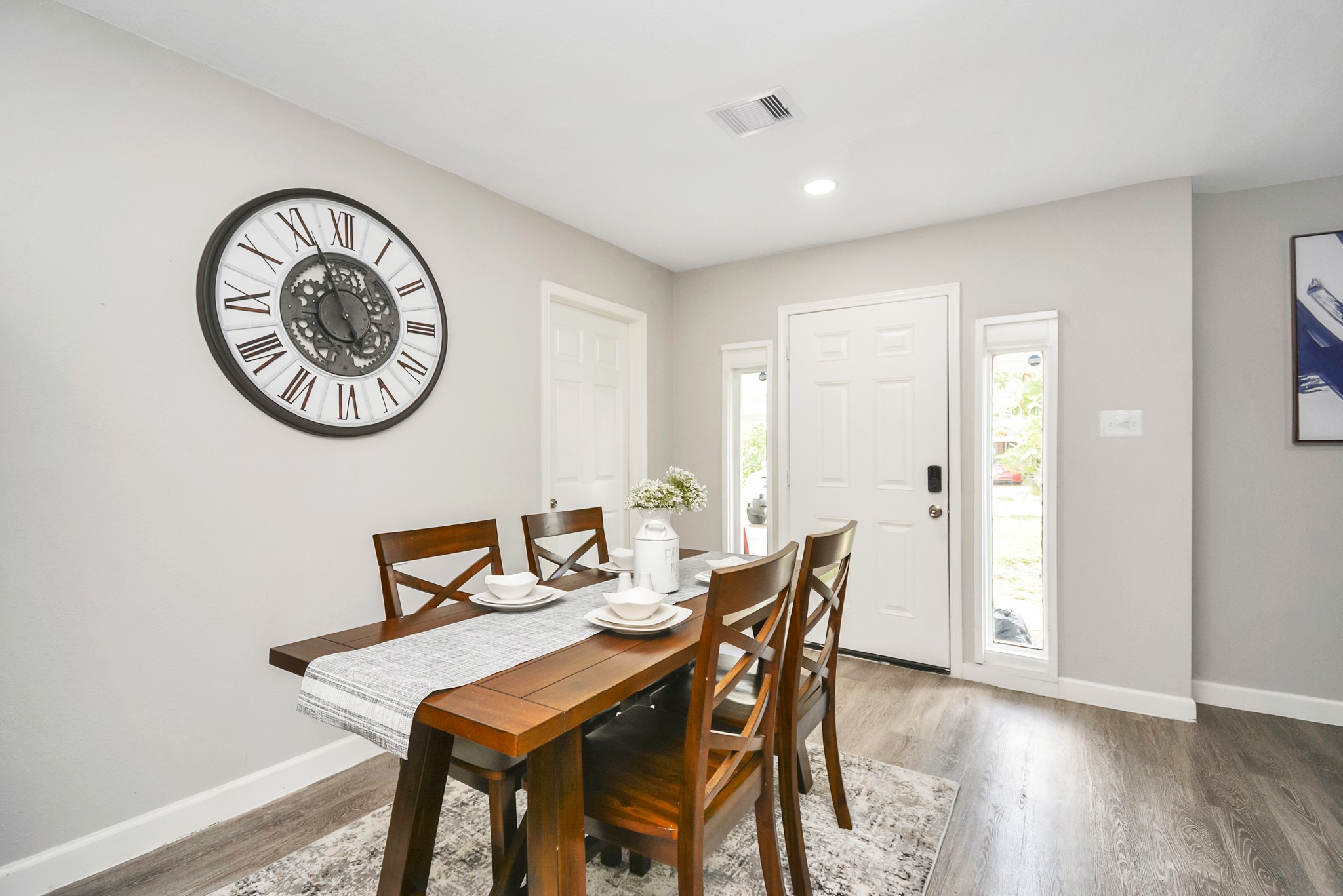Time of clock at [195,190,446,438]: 4:56
